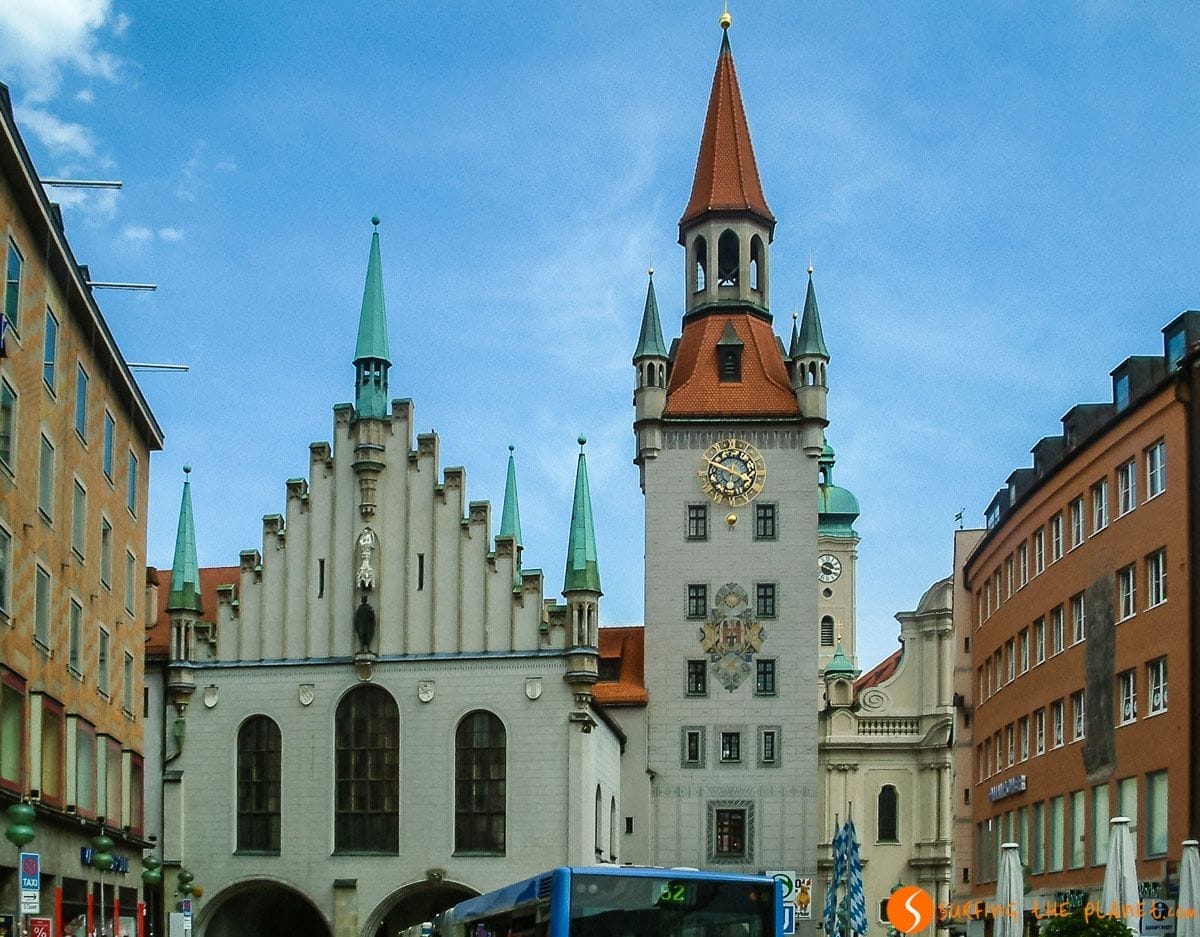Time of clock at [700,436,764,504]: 3:48
